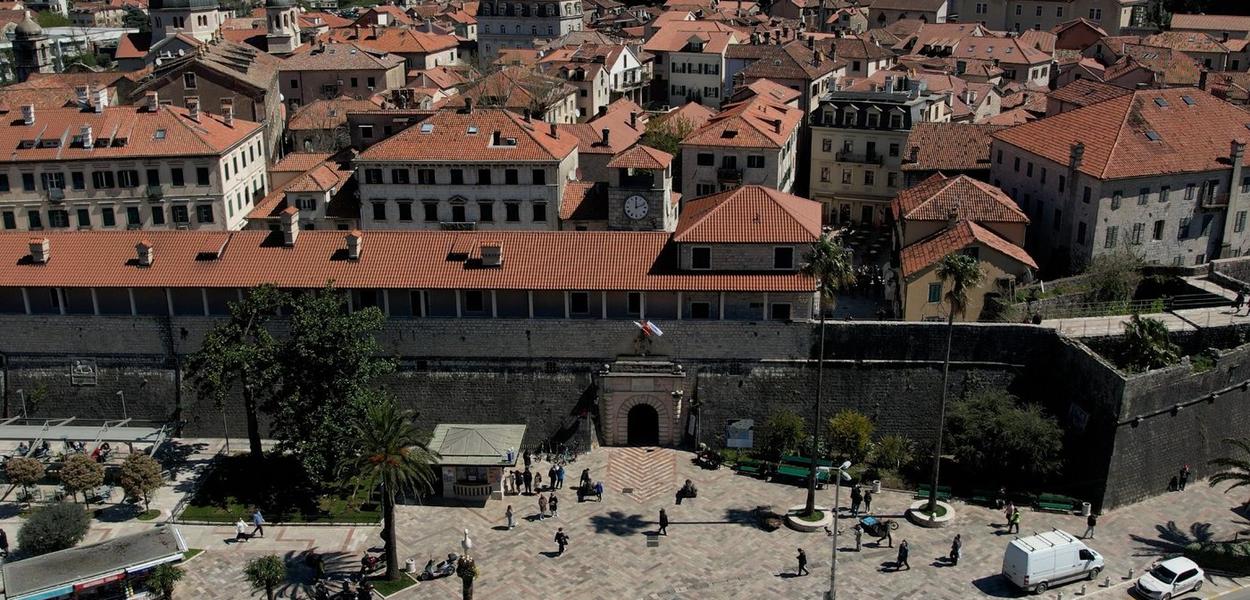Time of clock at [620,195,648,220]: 12:11
